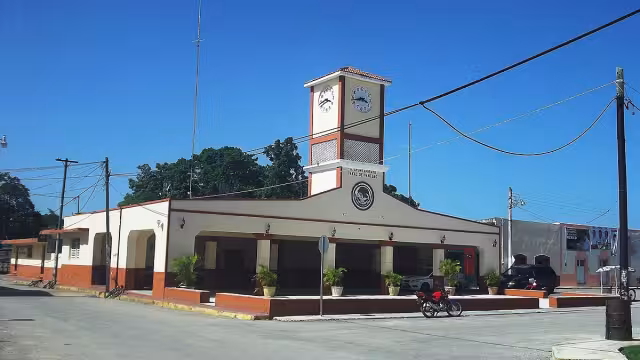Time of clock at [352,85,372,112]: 3:42
